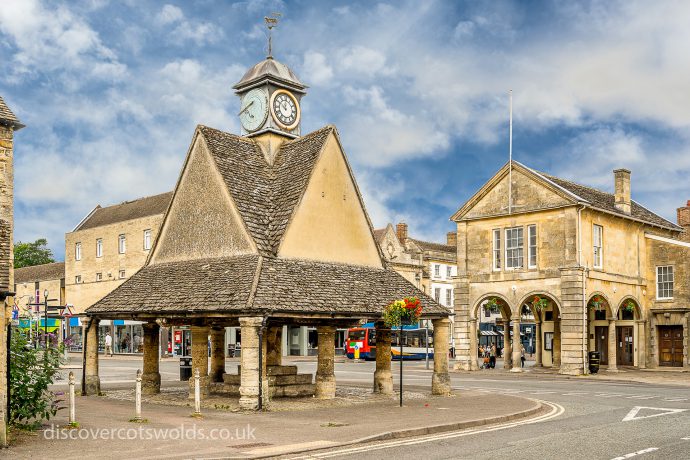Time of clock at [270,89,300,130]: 10:00
